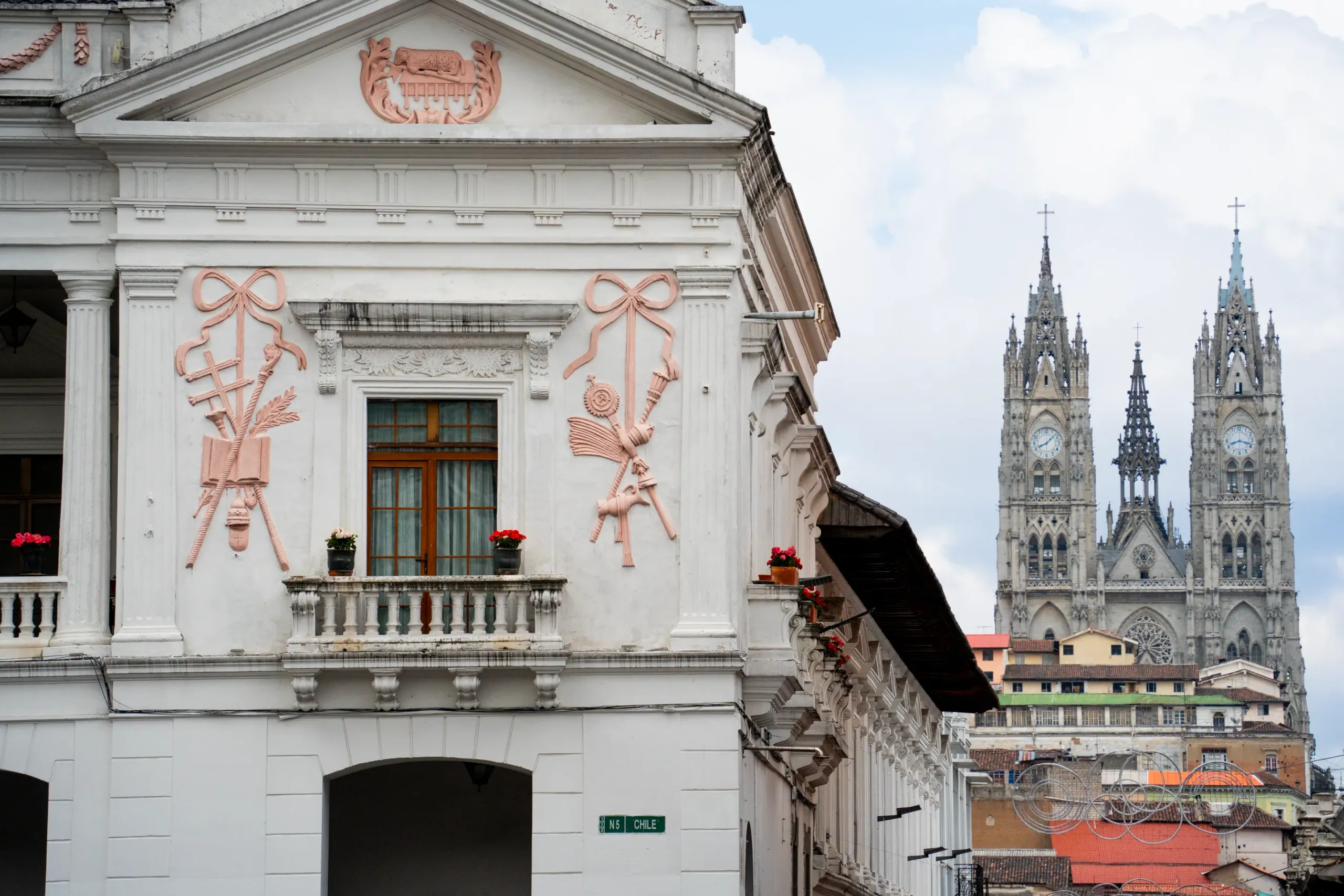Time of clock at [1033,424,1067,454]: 8:07
